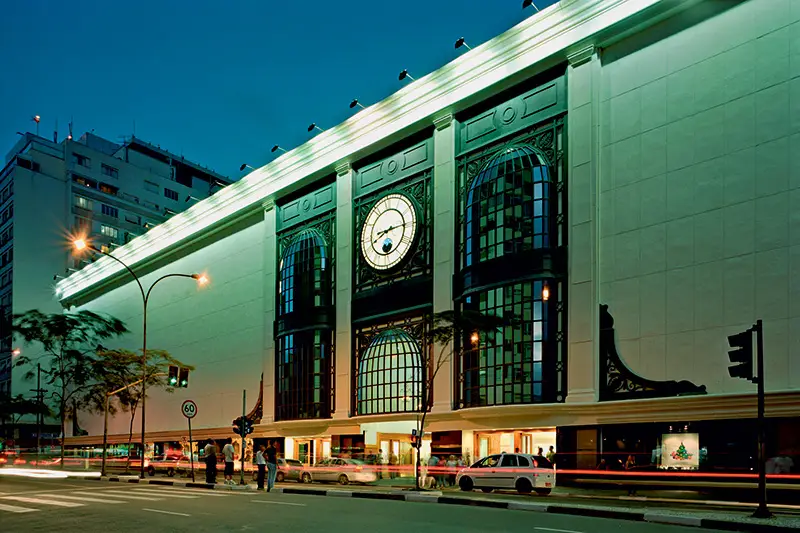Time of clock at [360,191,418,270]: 8:14
